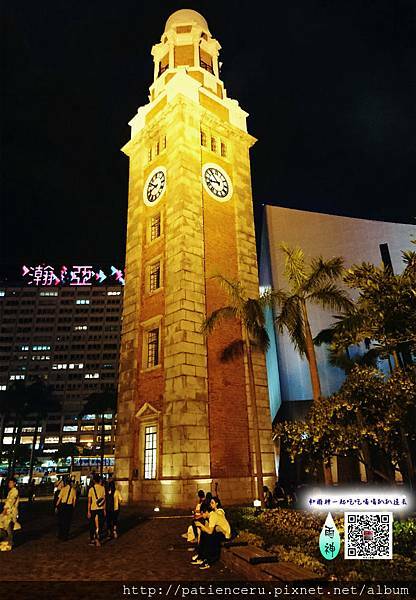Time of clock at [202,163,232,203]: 10:42
